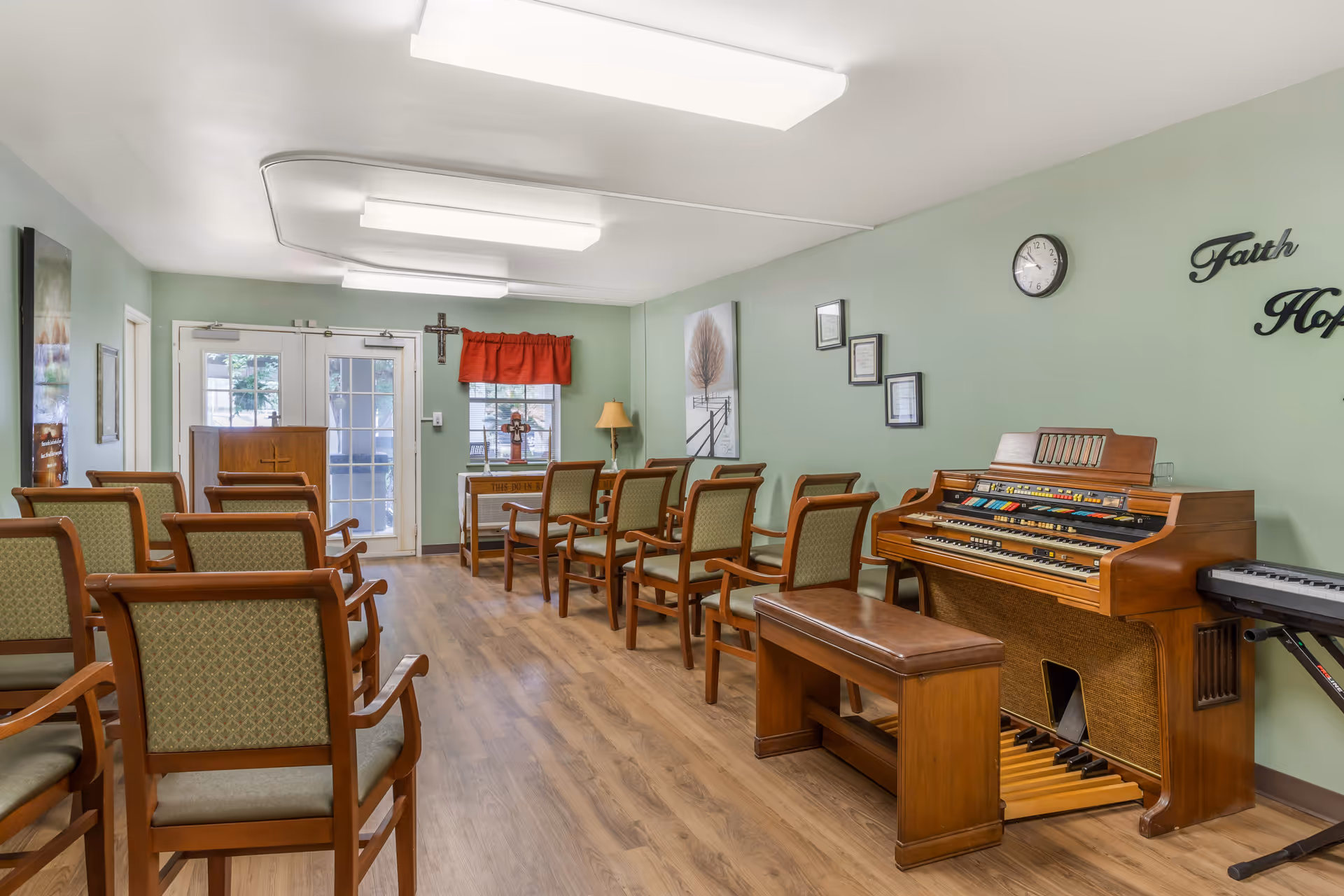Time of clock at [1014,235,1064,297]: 9:53
